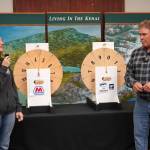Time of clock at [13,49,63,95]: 9:01
